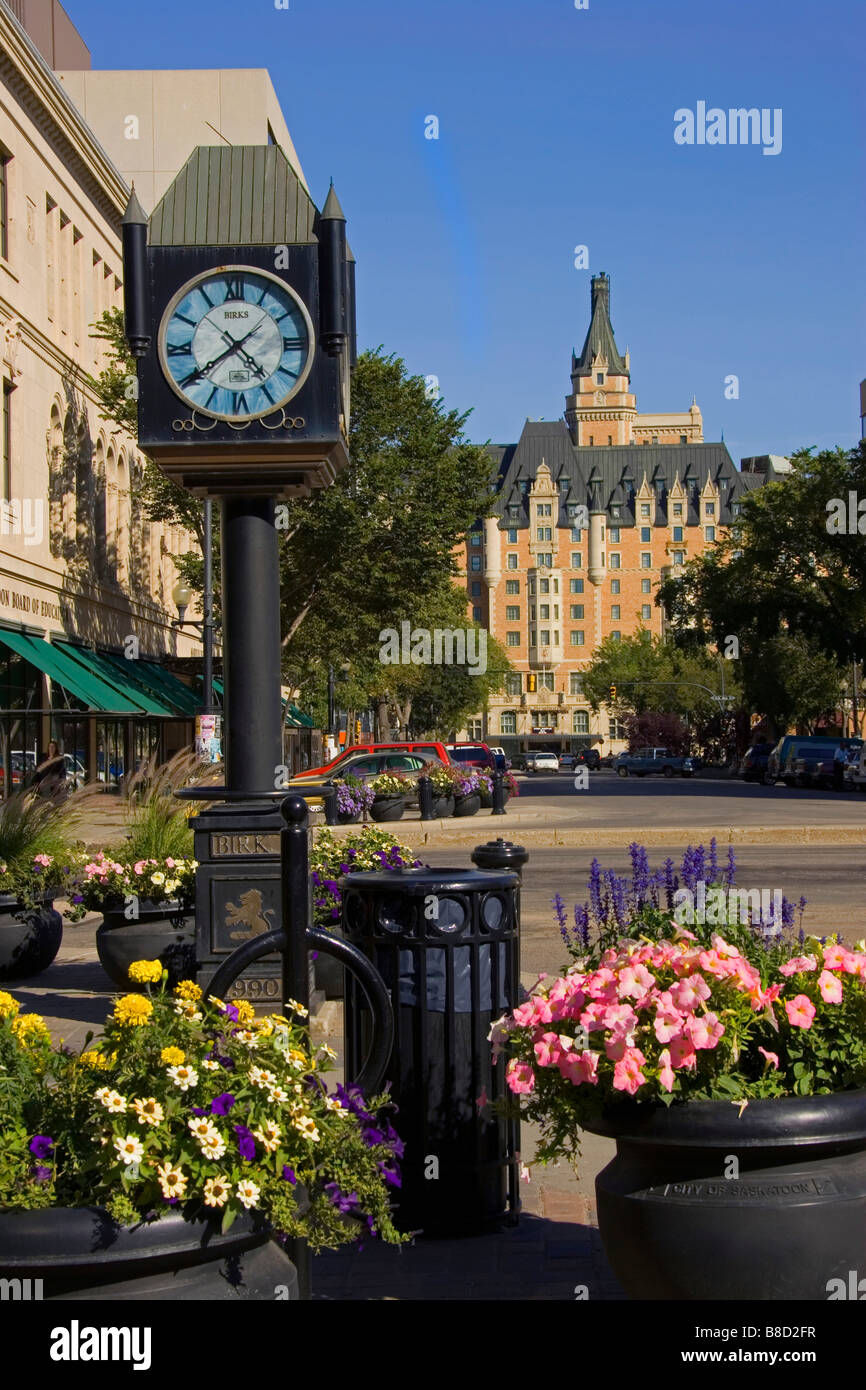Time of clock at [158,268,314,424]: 4:39
